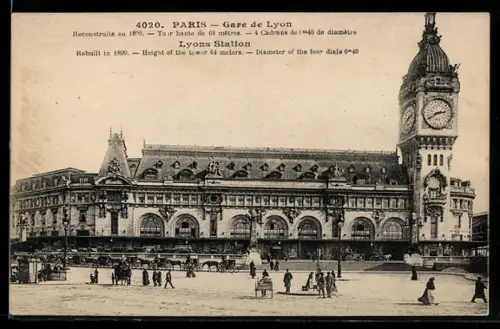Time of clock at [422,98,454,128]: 2:40
